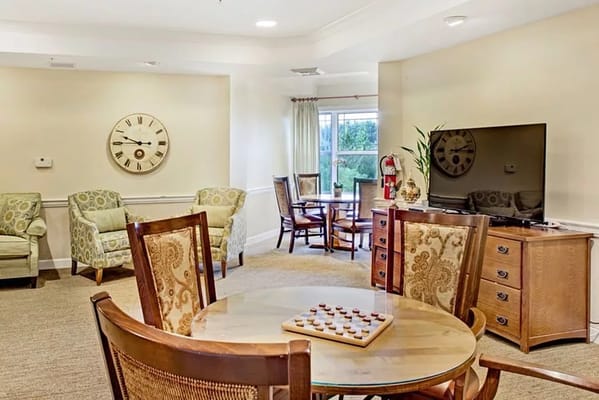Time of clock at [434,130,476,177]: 2:14
